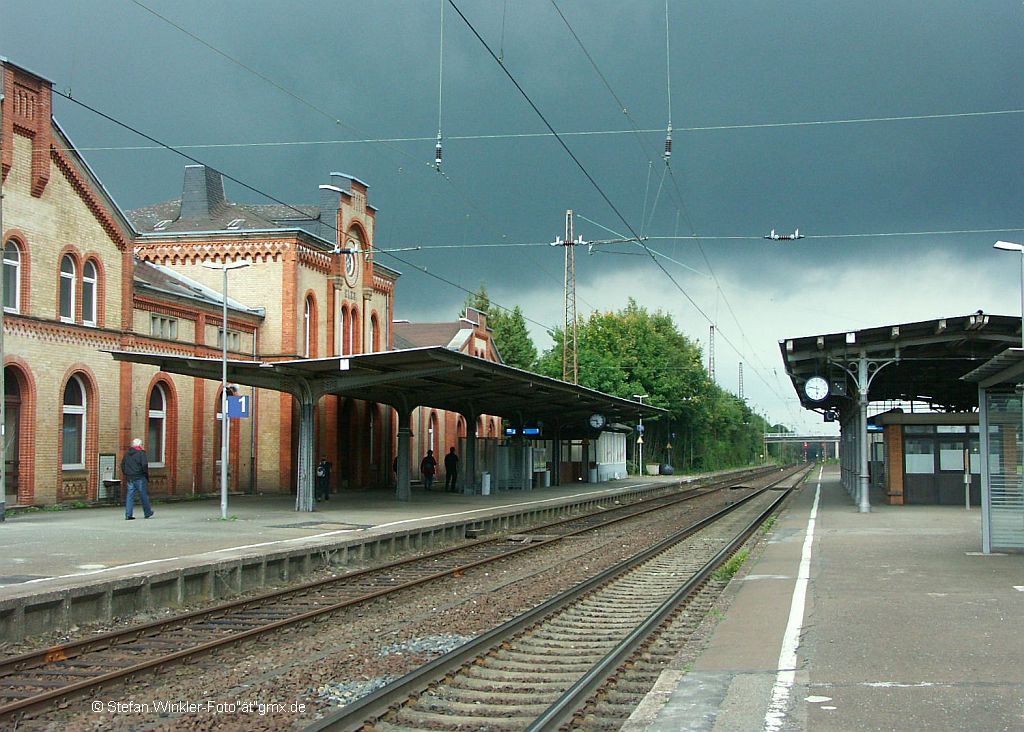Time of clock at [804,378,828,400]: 5:46
